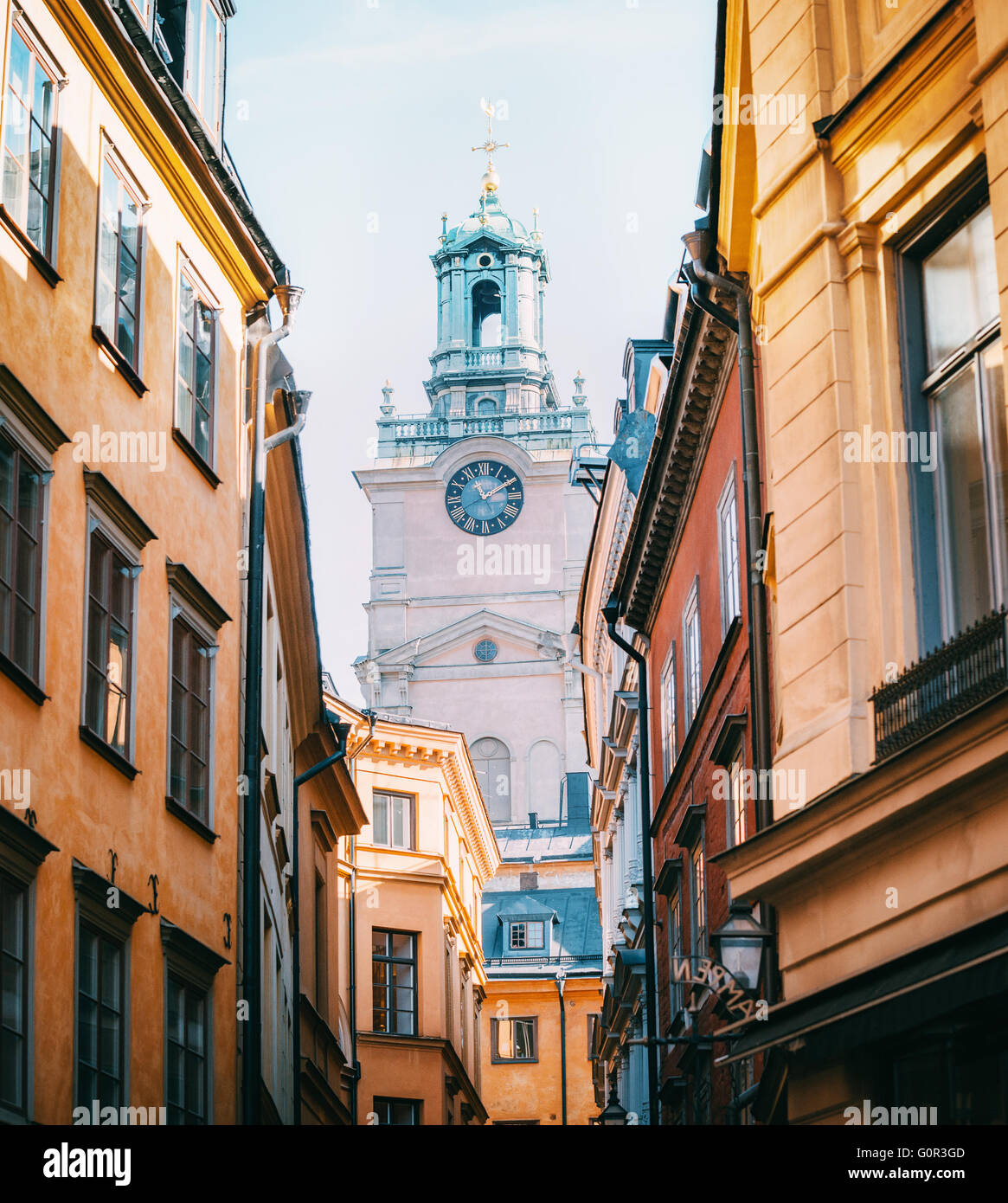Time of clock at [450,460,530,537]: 11:10
